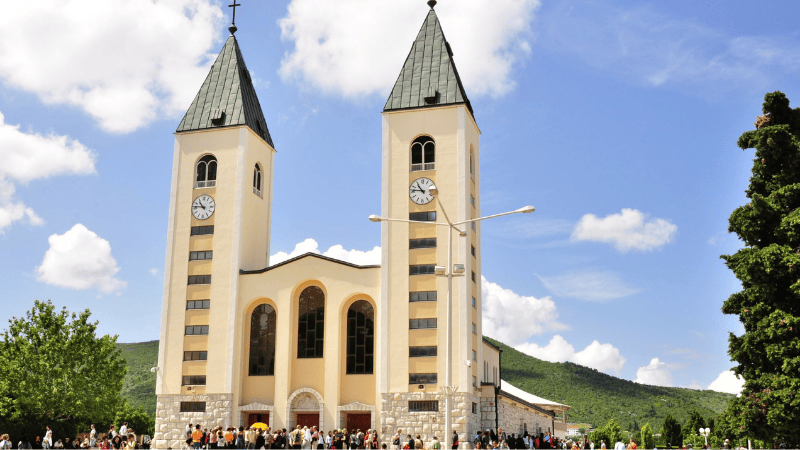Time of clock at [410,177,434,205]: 10:46
